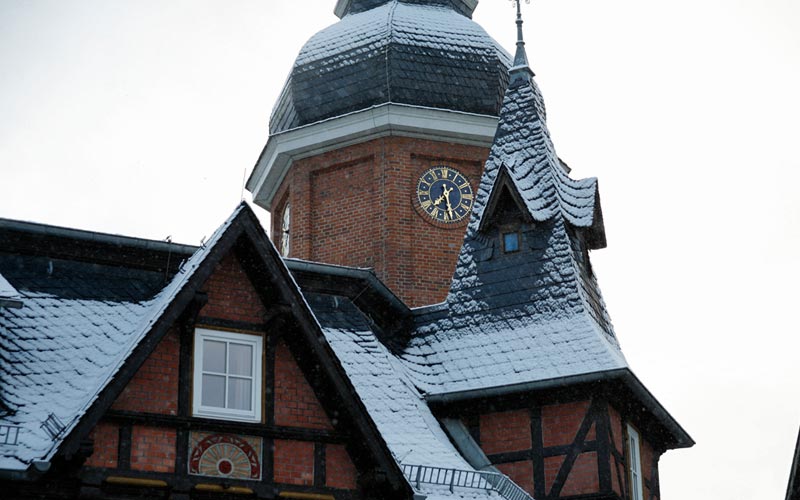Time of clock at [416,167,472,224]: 7:28
